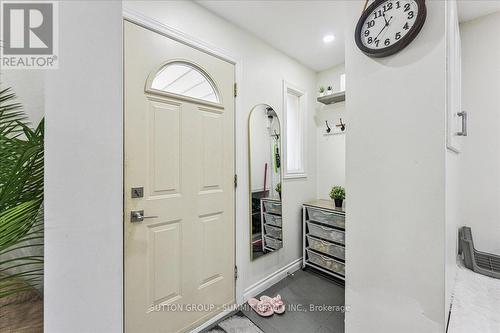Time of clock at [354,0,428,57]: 11:37
